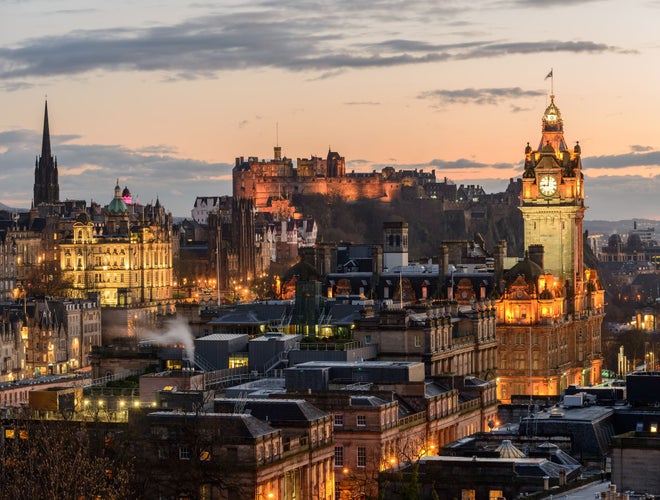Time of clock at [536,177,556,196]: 9:01
